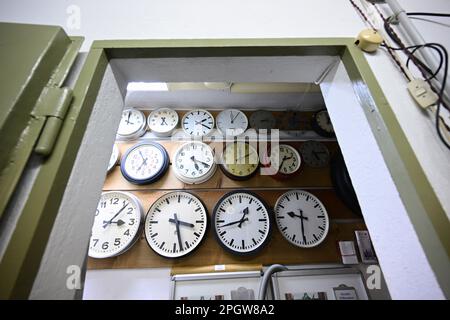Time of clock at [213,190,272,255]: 12:42
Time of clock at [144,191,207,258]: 3:27
